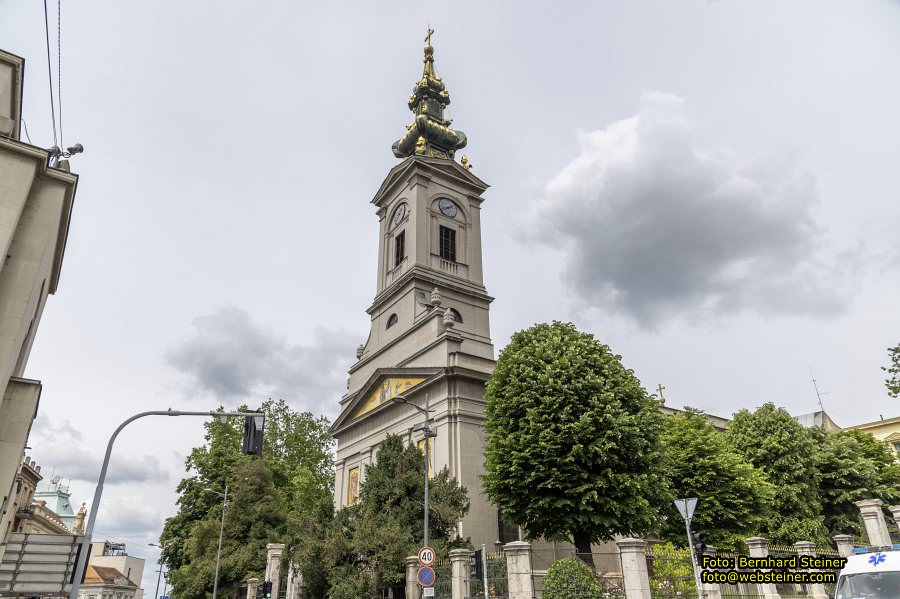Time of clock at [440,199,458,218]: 1:41
